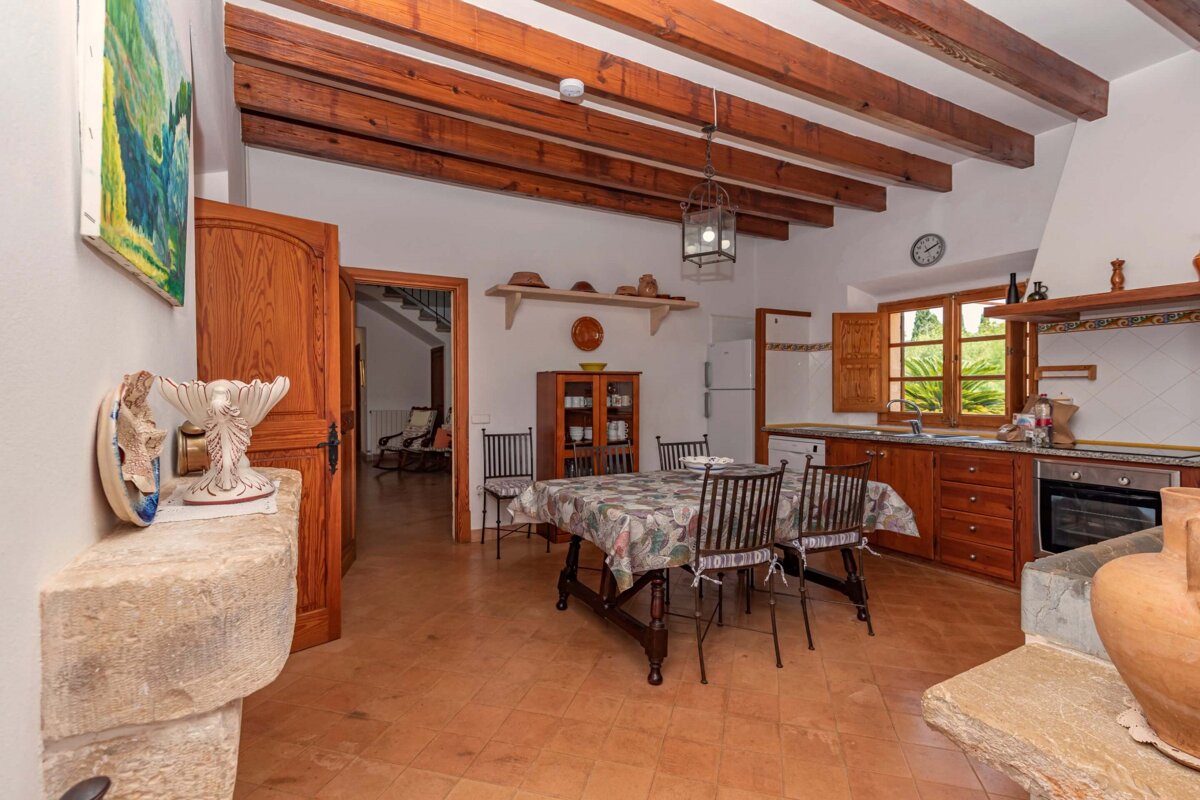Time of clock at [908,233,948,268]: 2:11
